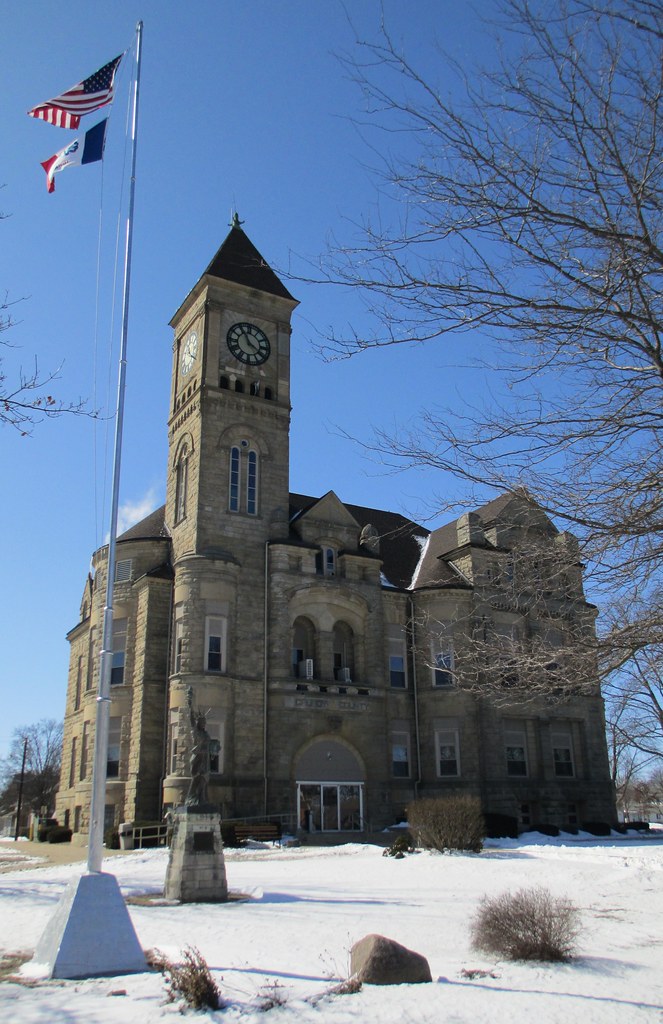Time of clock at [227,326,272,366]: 3:55
